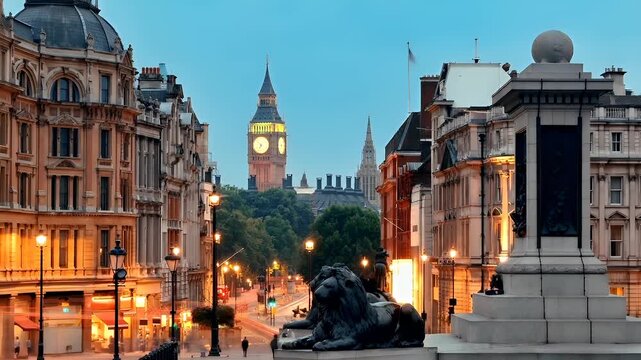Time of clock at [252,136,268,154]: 6:52
